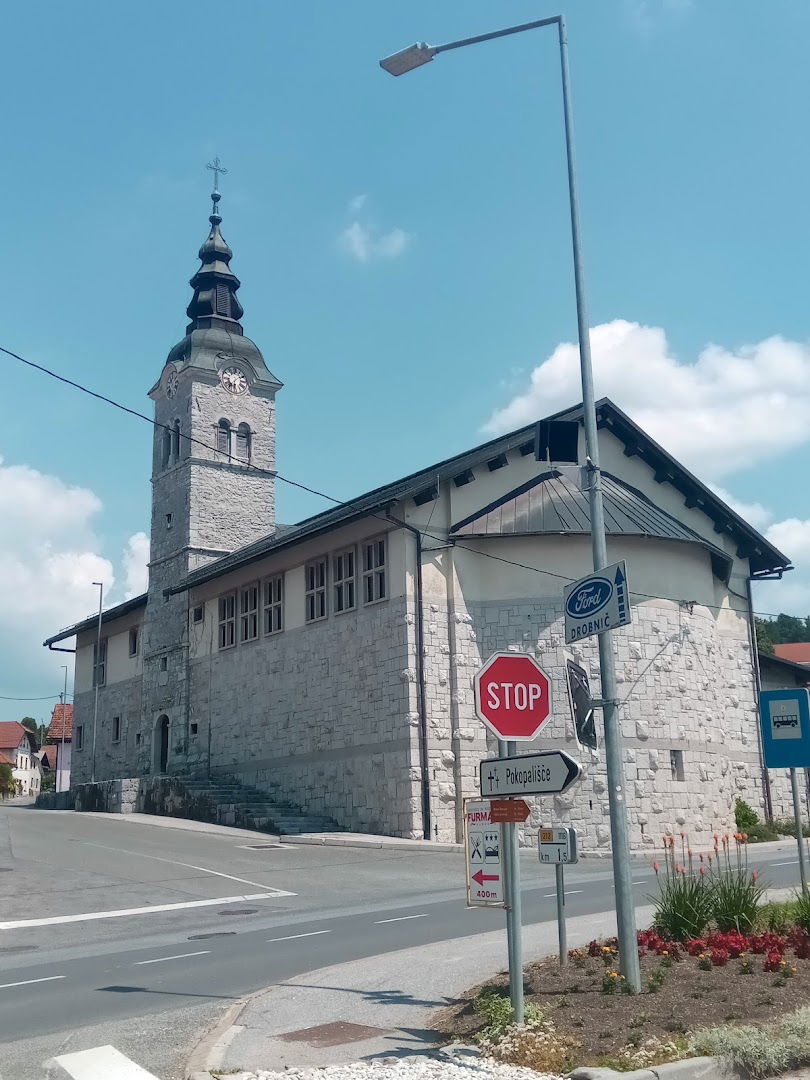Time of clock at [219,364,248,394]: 6:08
